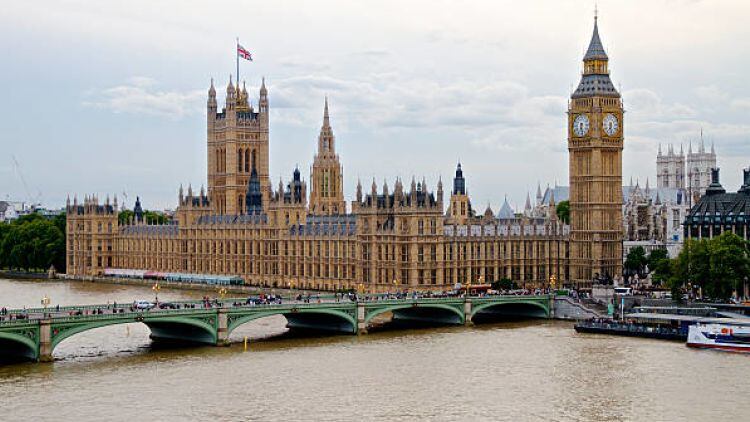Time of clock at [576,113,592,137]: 6:28
